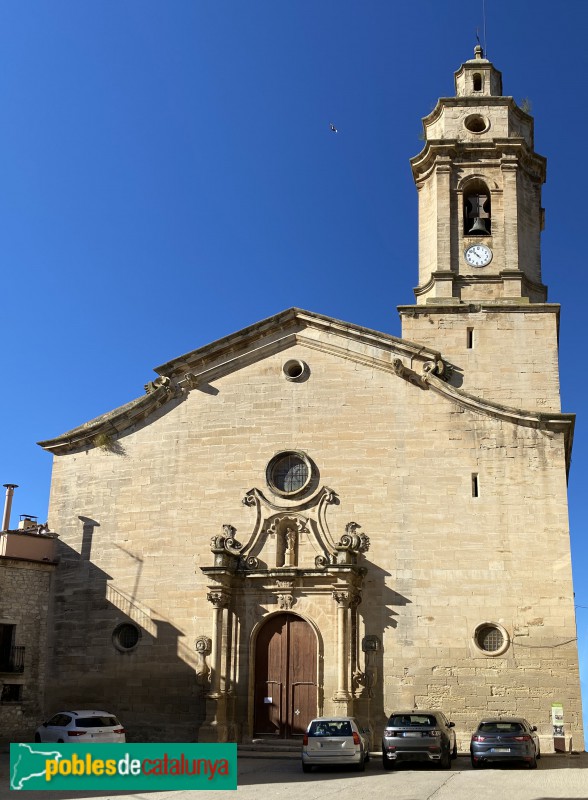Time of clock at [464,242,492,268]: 10:52
